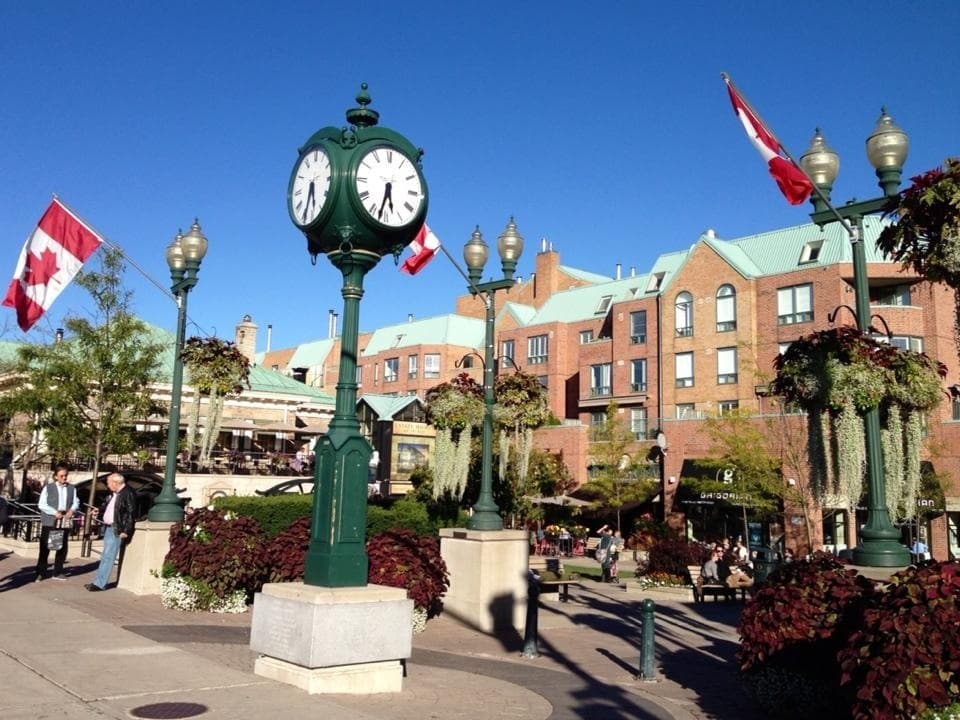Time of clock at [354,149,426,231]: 5:32
